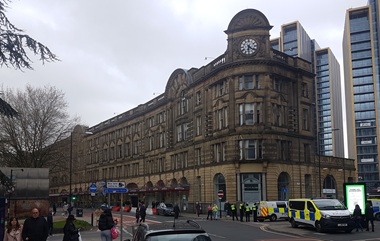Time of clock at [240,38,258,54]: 6:21
